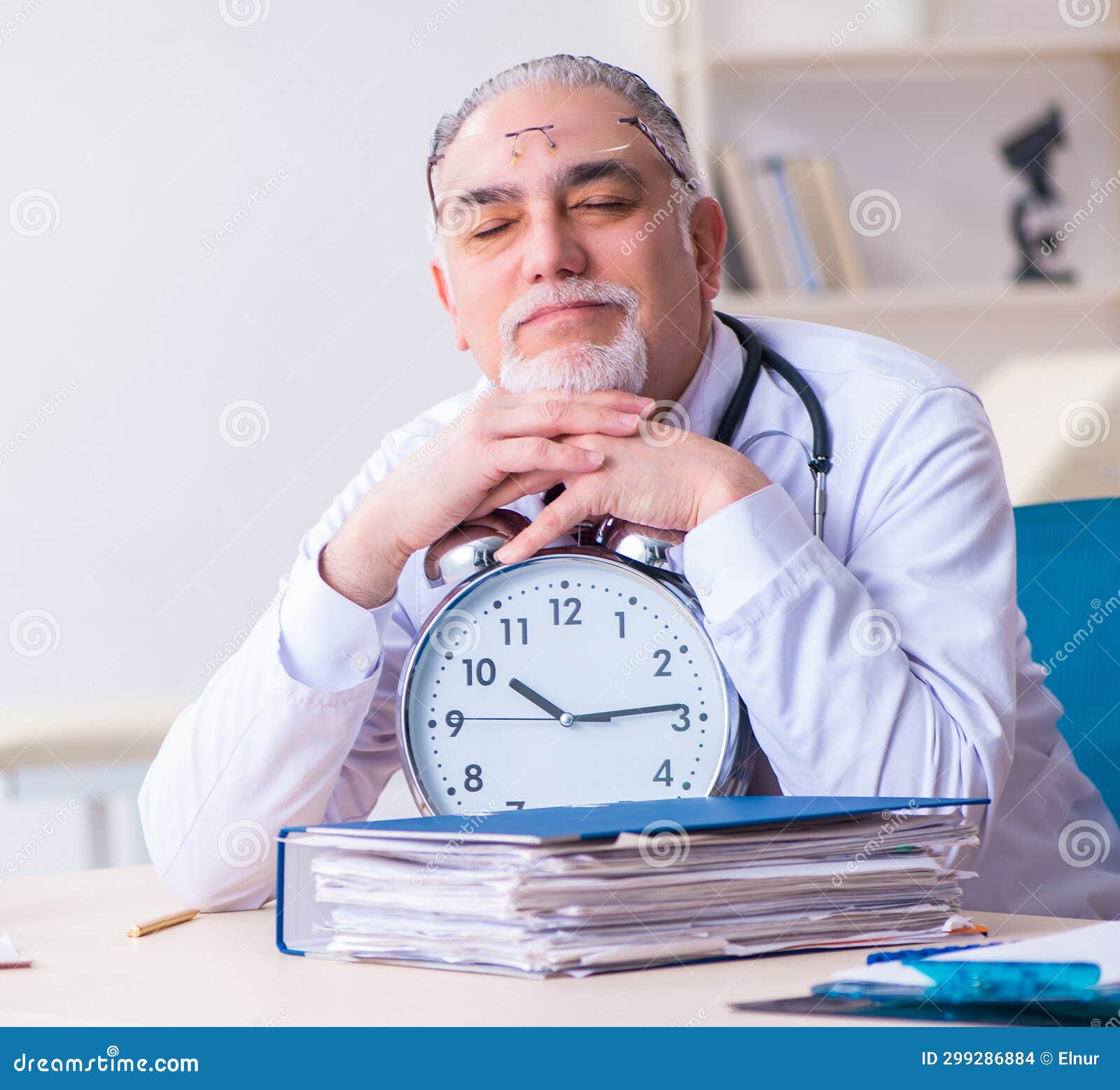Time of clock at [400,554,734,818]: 10:14
